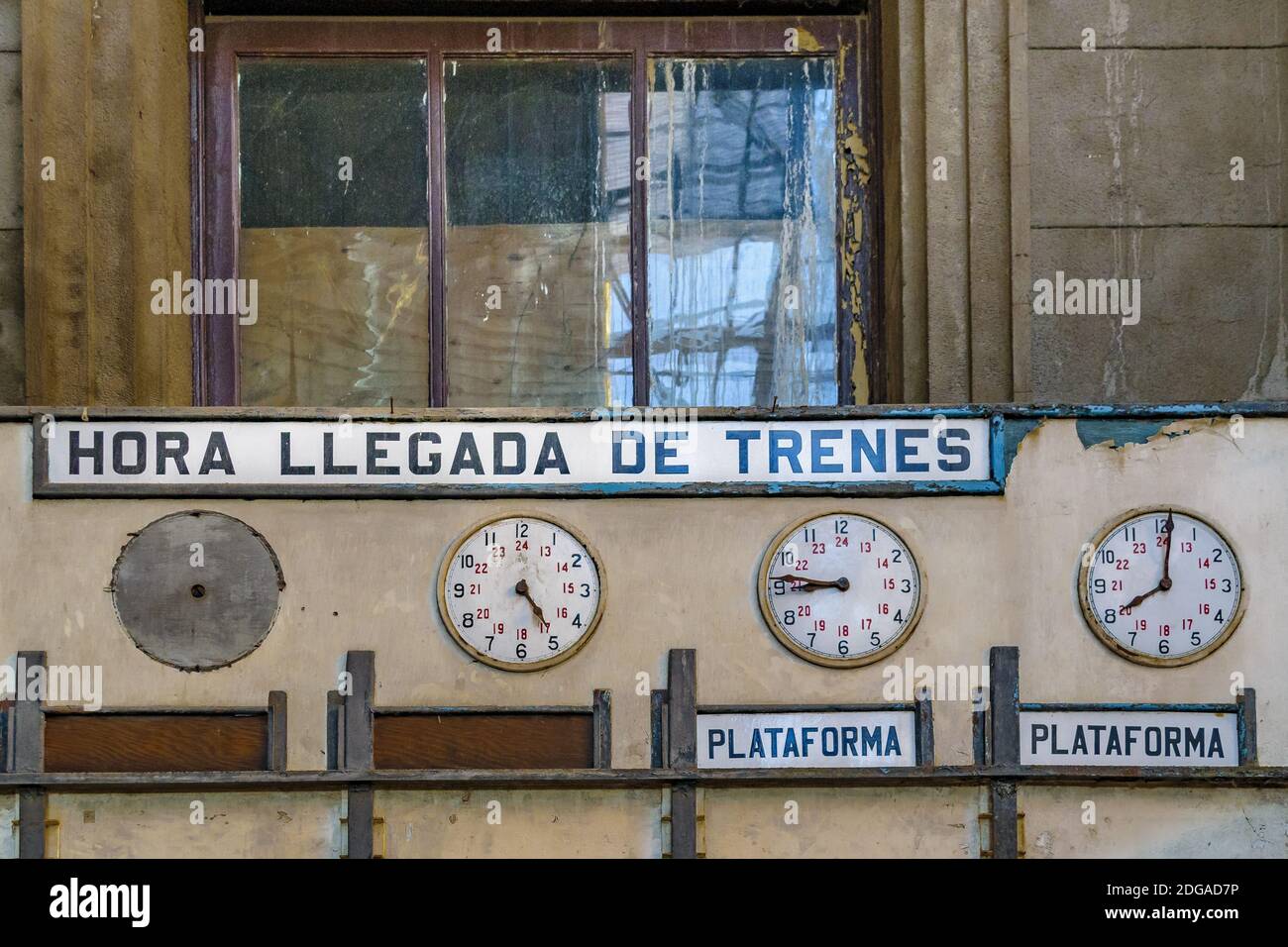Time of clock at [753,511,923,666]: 8:46
